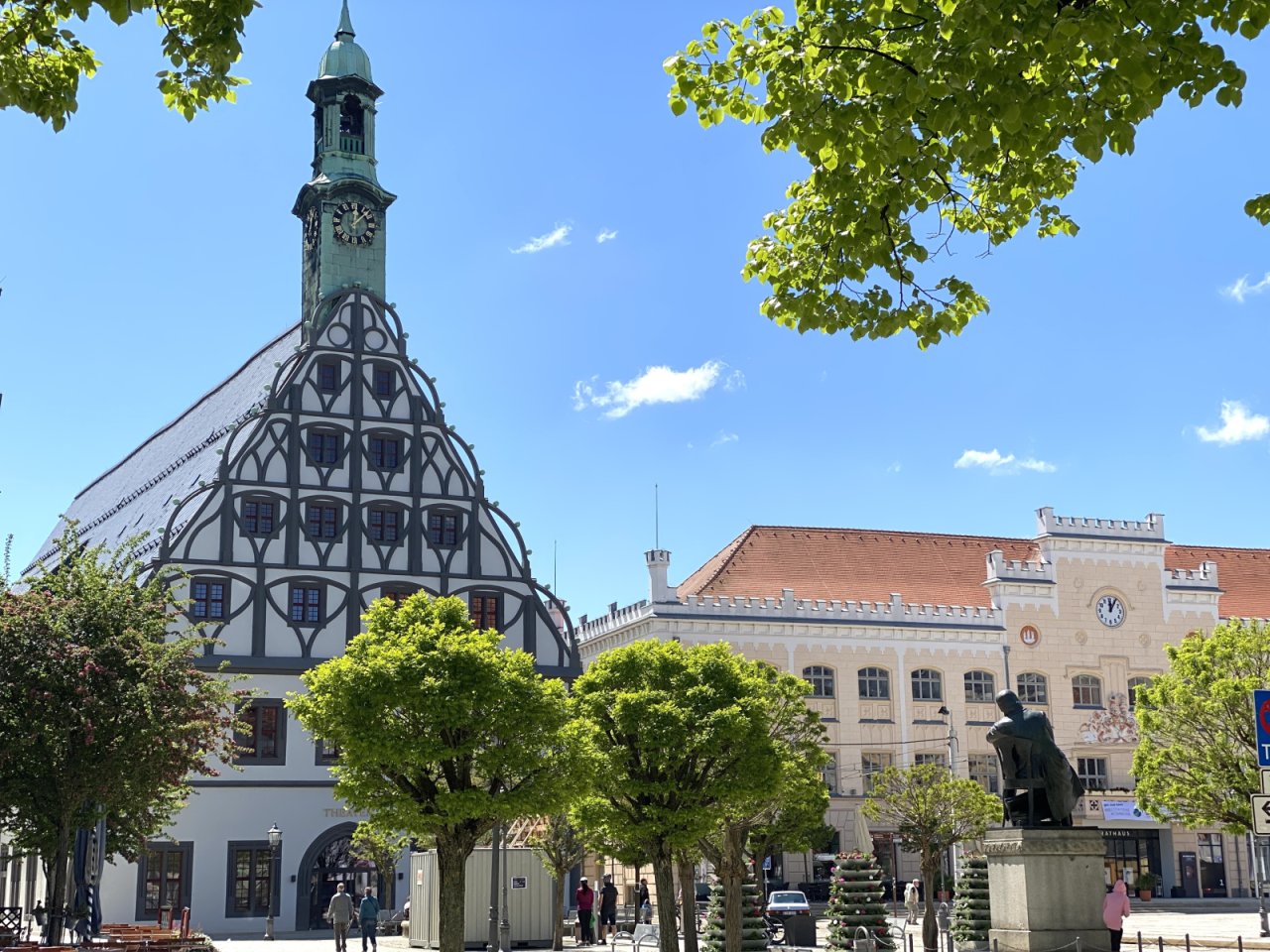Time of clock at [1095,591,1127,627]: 12:05
